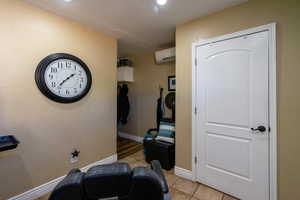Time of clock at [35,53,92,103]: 1:37
